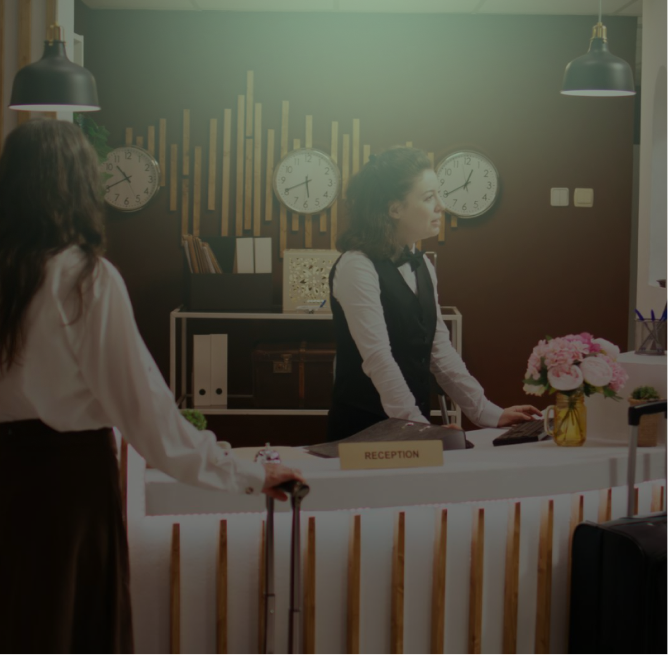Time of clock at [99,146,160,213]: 10:40
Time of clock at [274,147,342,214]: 5:40
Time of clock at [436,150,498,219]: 12:39
